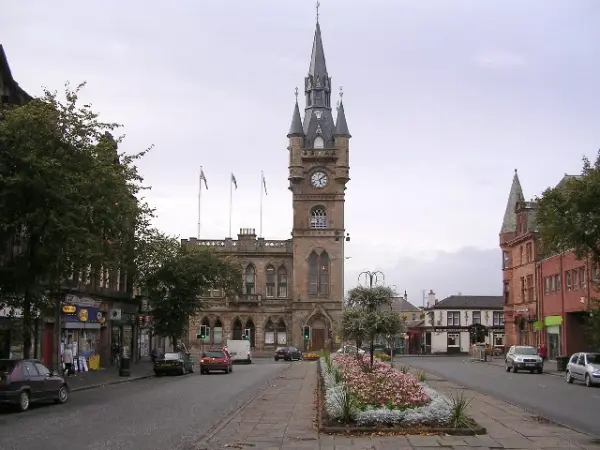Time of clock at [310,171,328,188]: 5:08
